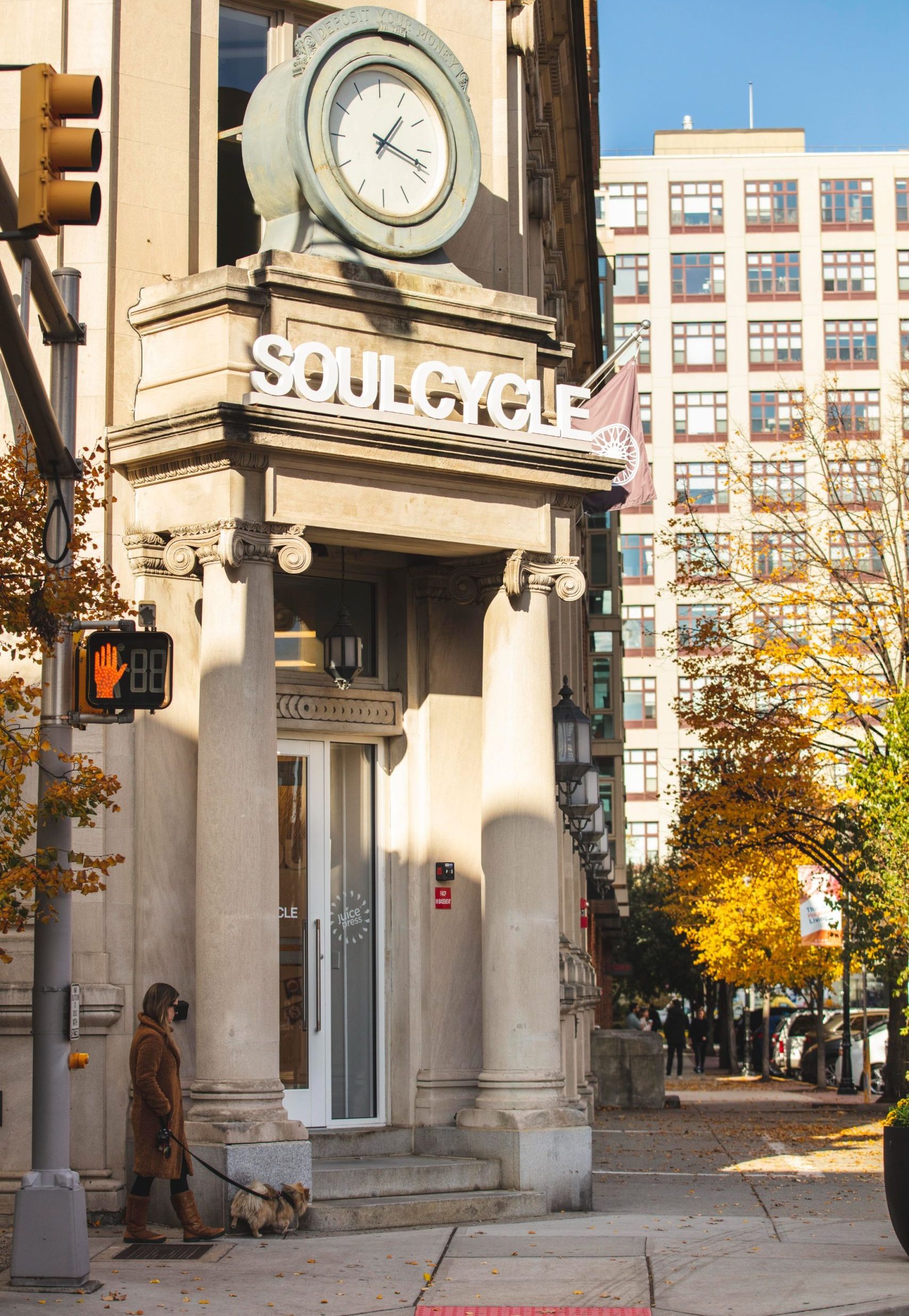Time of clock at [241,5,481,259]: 1:18
